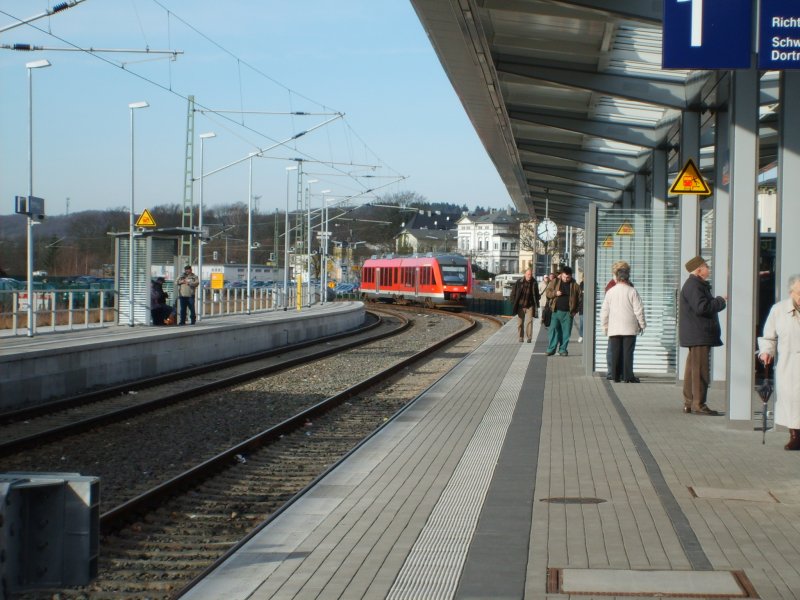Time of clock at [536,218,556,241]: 11:40
